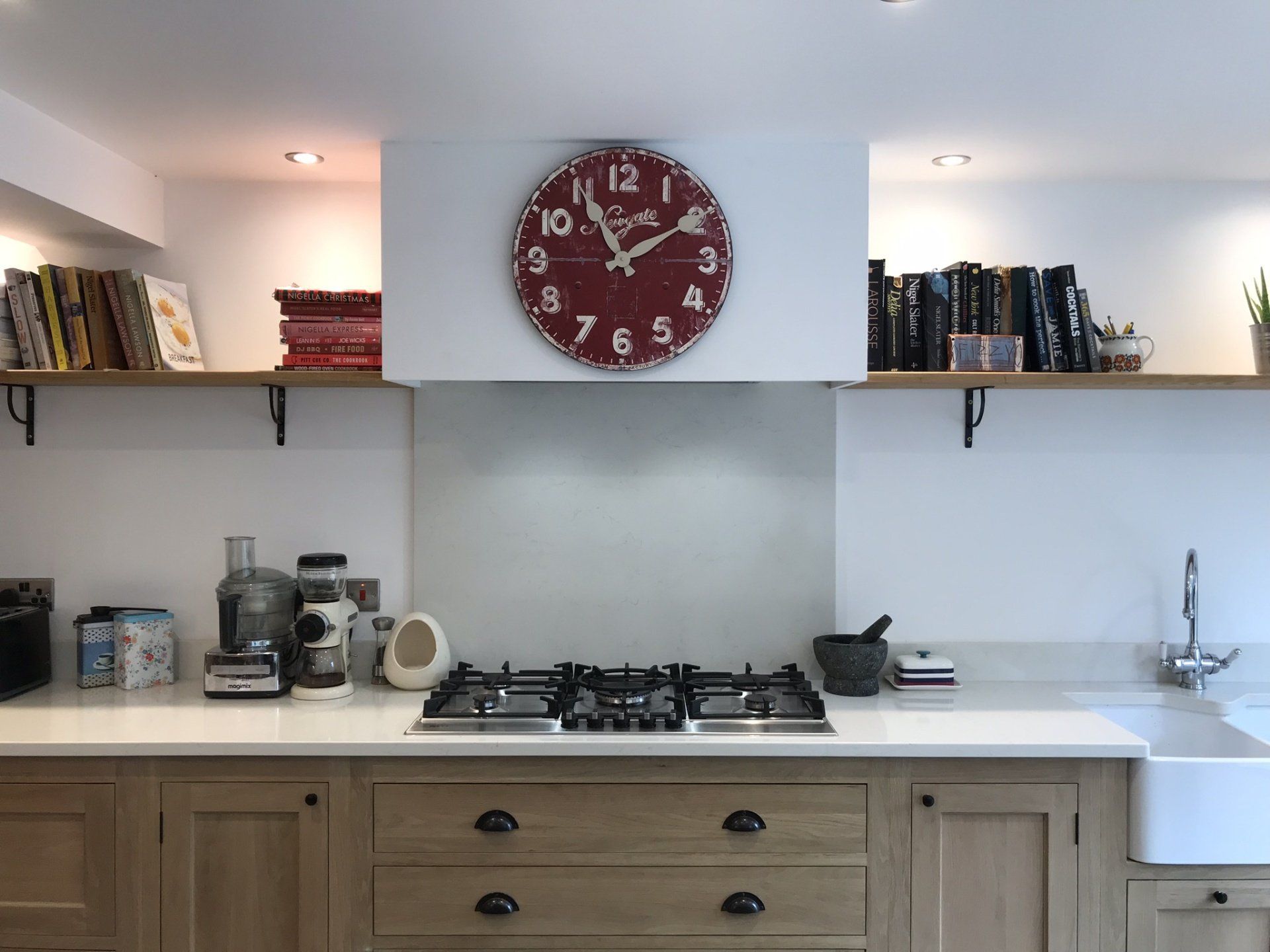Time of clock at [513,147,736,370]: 11:09
